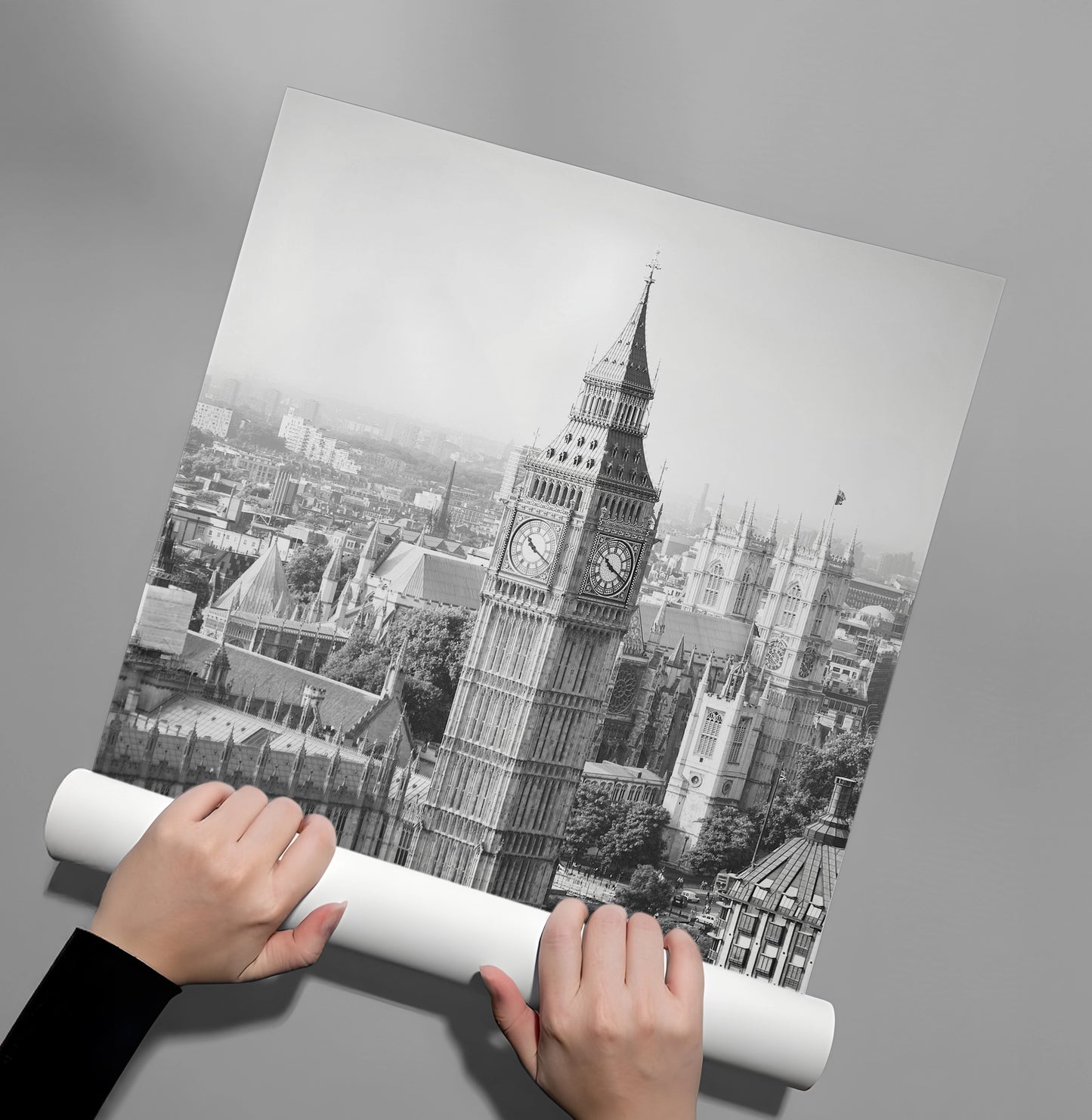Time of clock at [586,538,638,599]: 10:19
